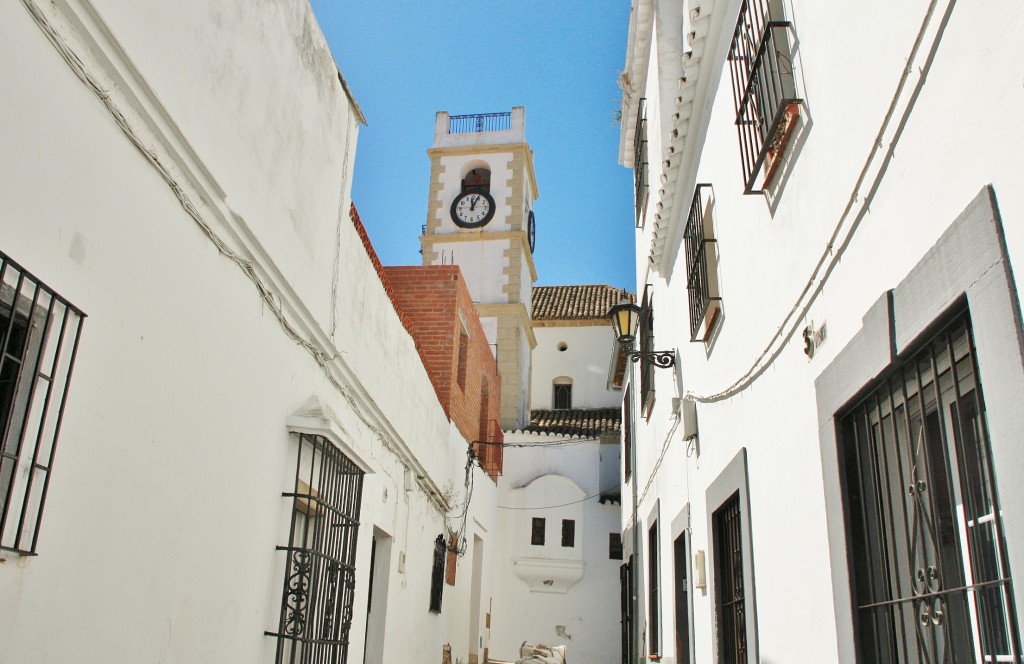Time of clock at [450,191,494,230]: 12:04
